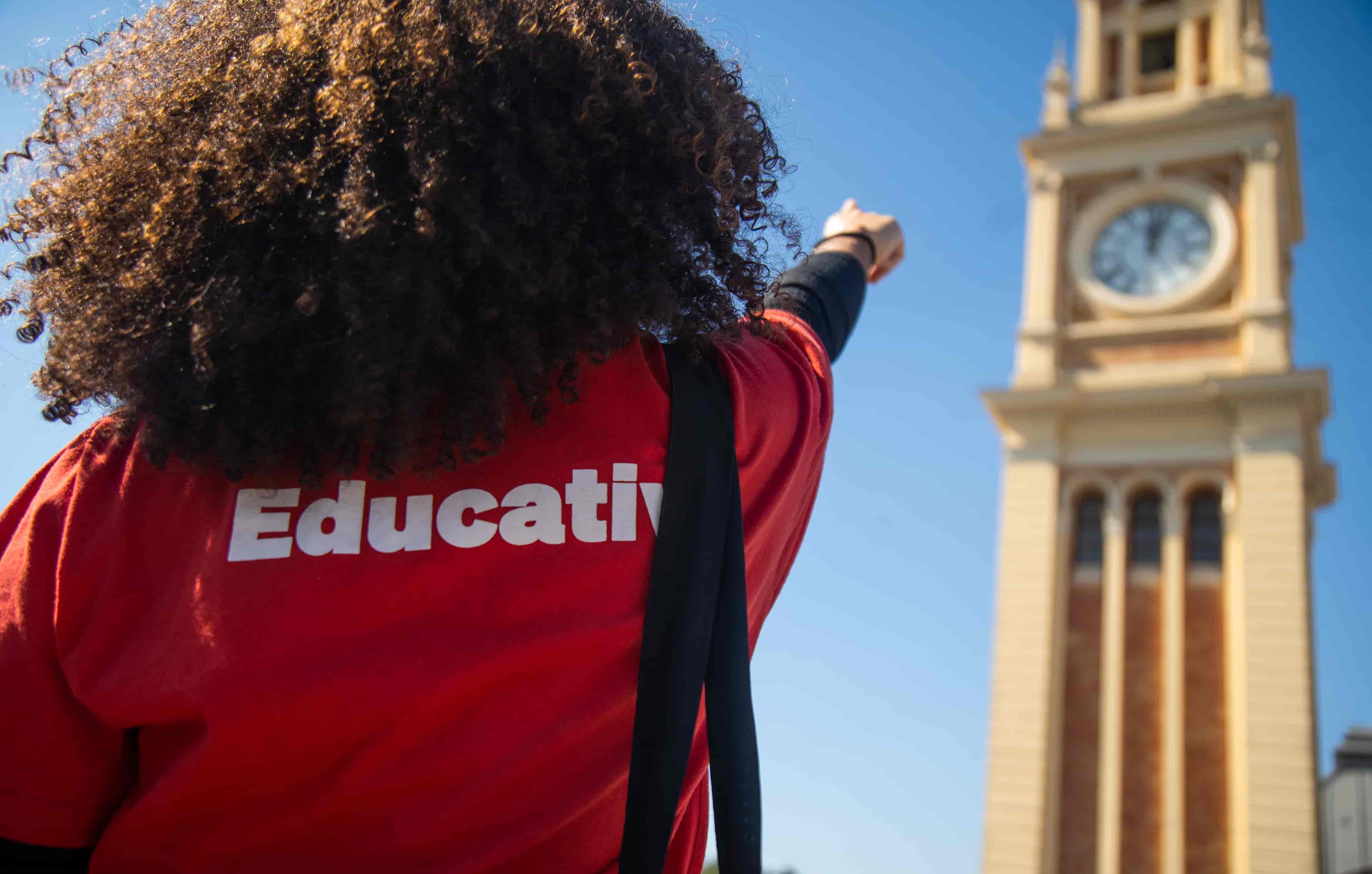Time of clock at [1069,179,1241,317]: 12:02
